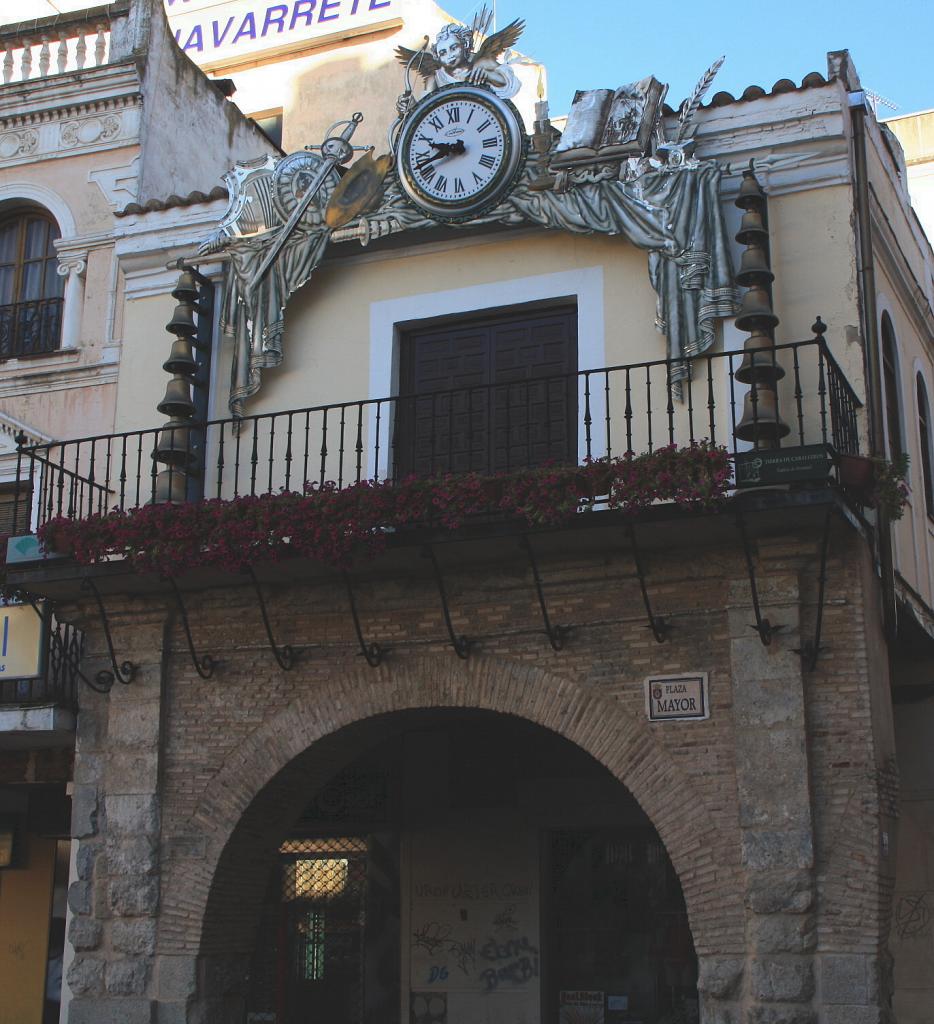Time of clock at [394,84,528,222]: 9:42
